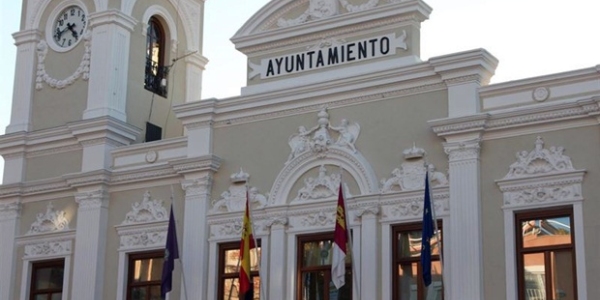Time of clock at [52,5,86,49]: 4:41
